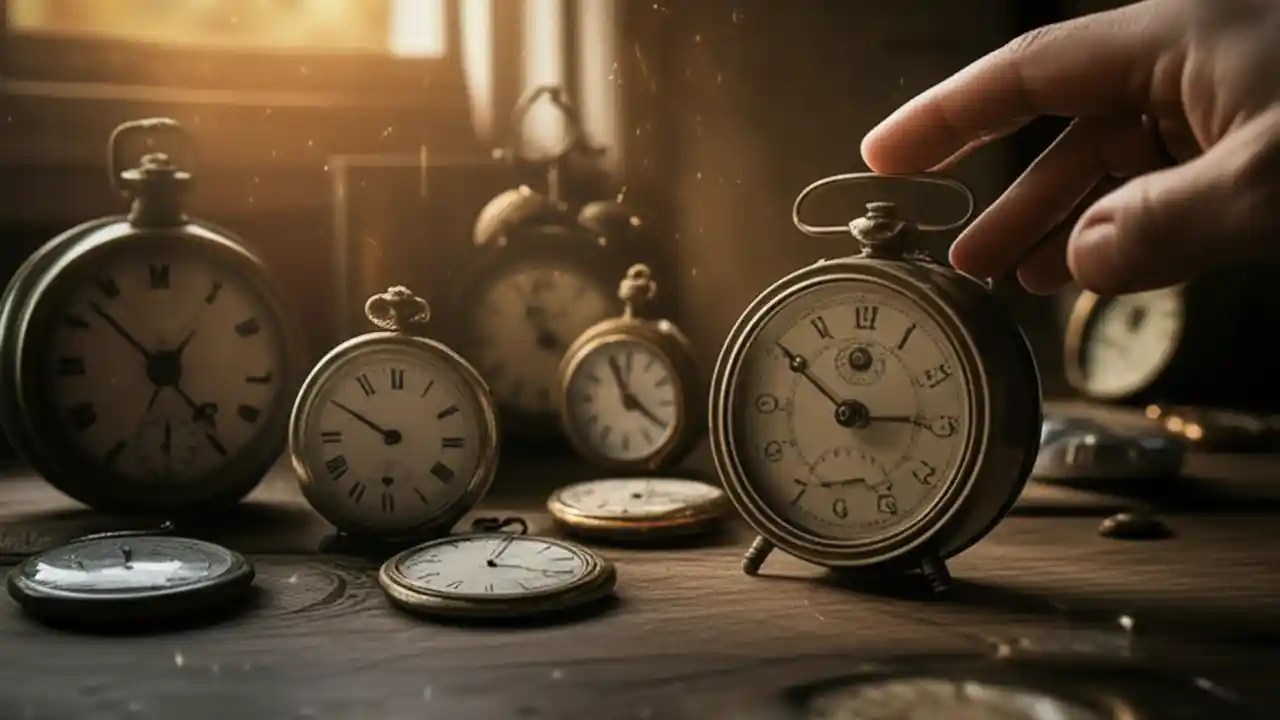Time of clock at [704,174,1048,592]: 2:50
